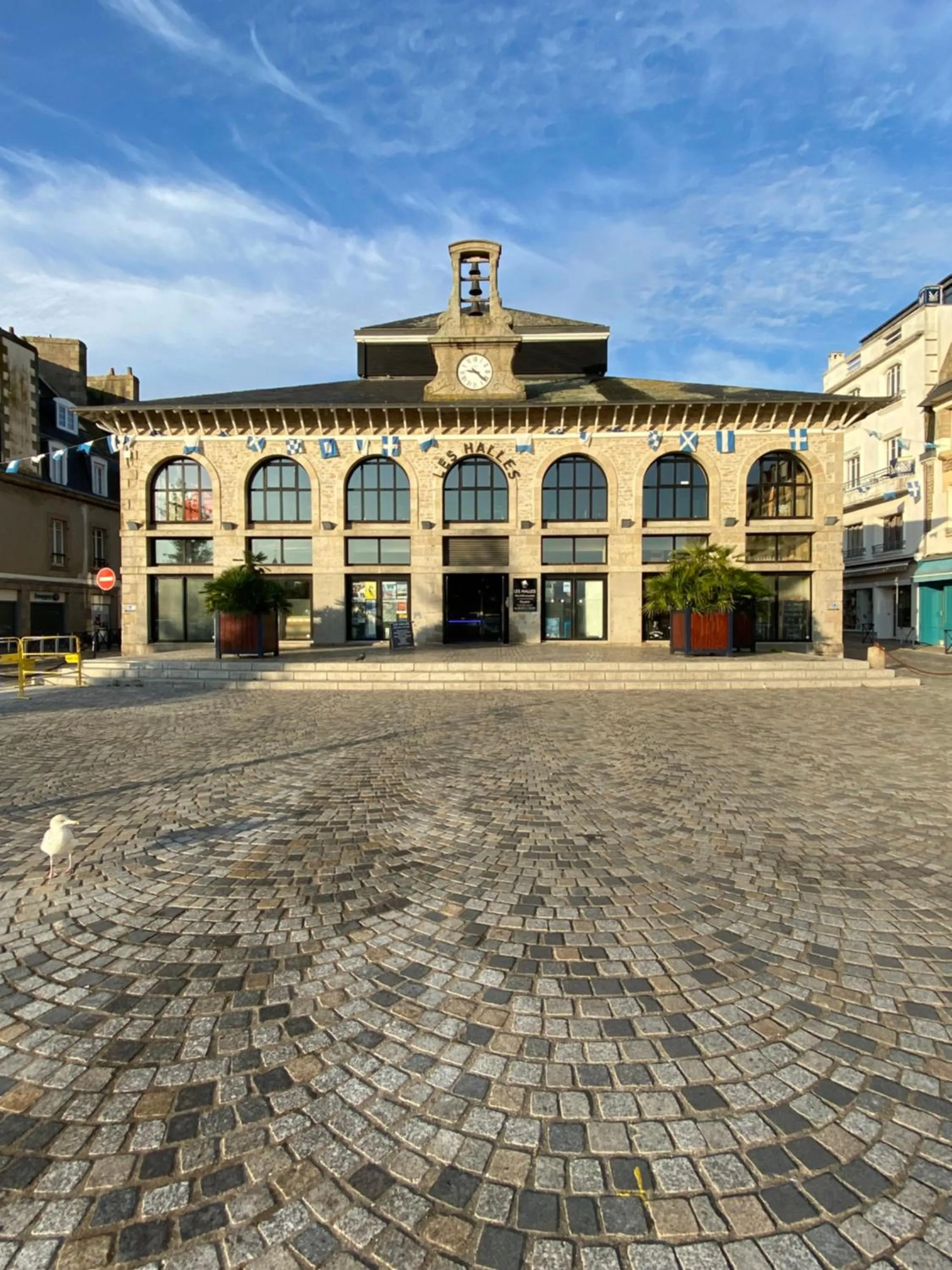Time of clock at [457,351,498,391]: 9:21
